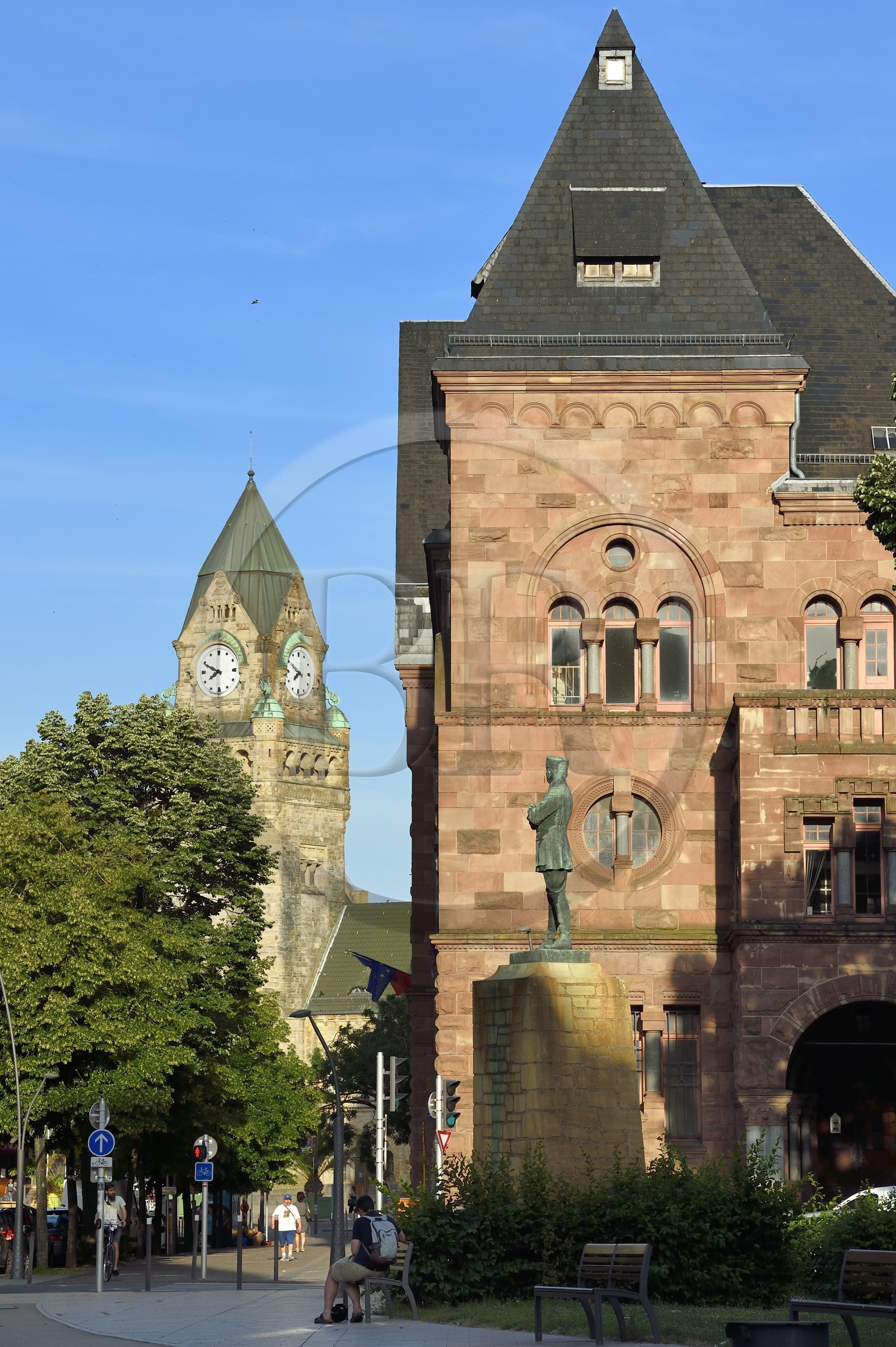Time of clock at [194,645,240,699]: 7:49
